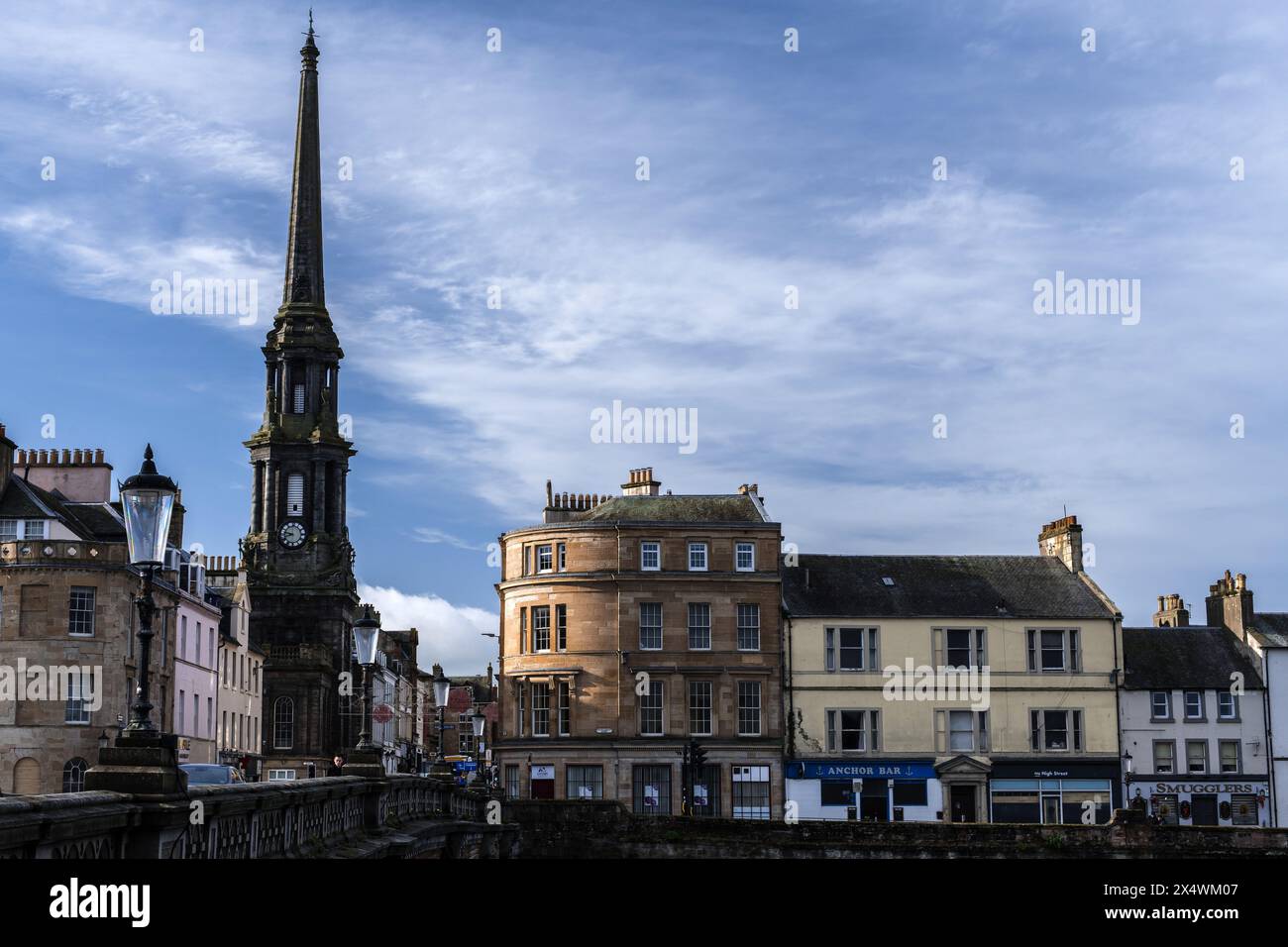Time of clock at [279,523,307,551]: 8:47
